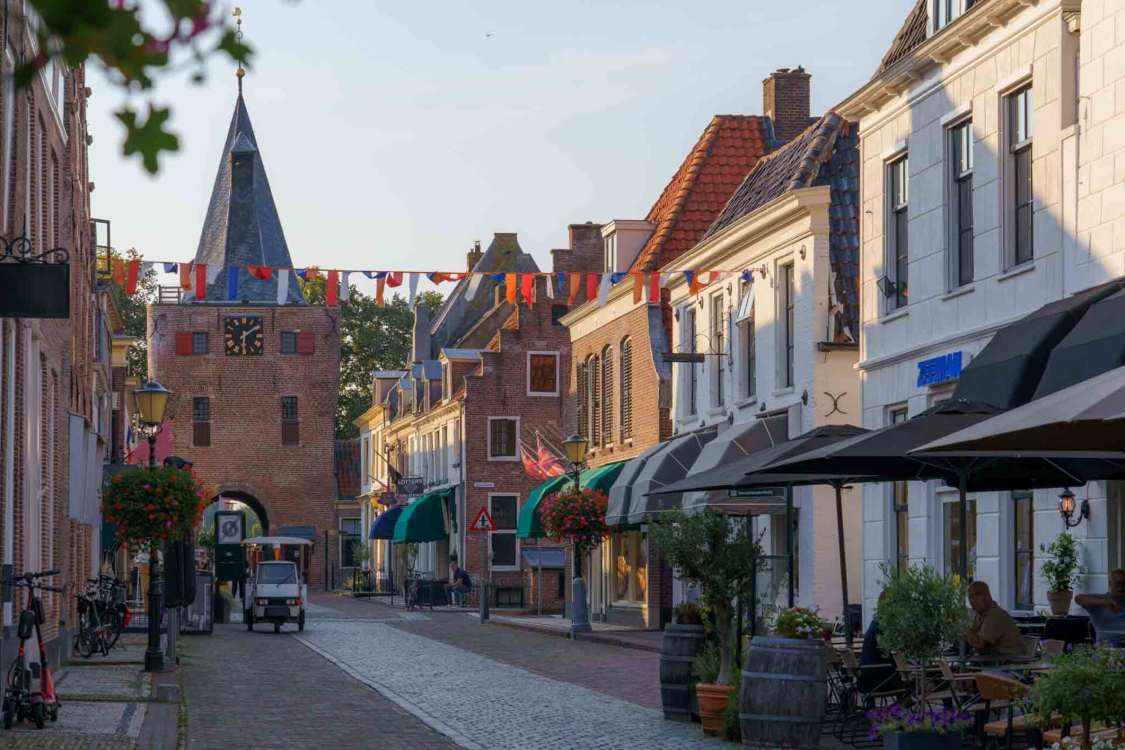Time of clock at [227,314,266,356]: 1:29
